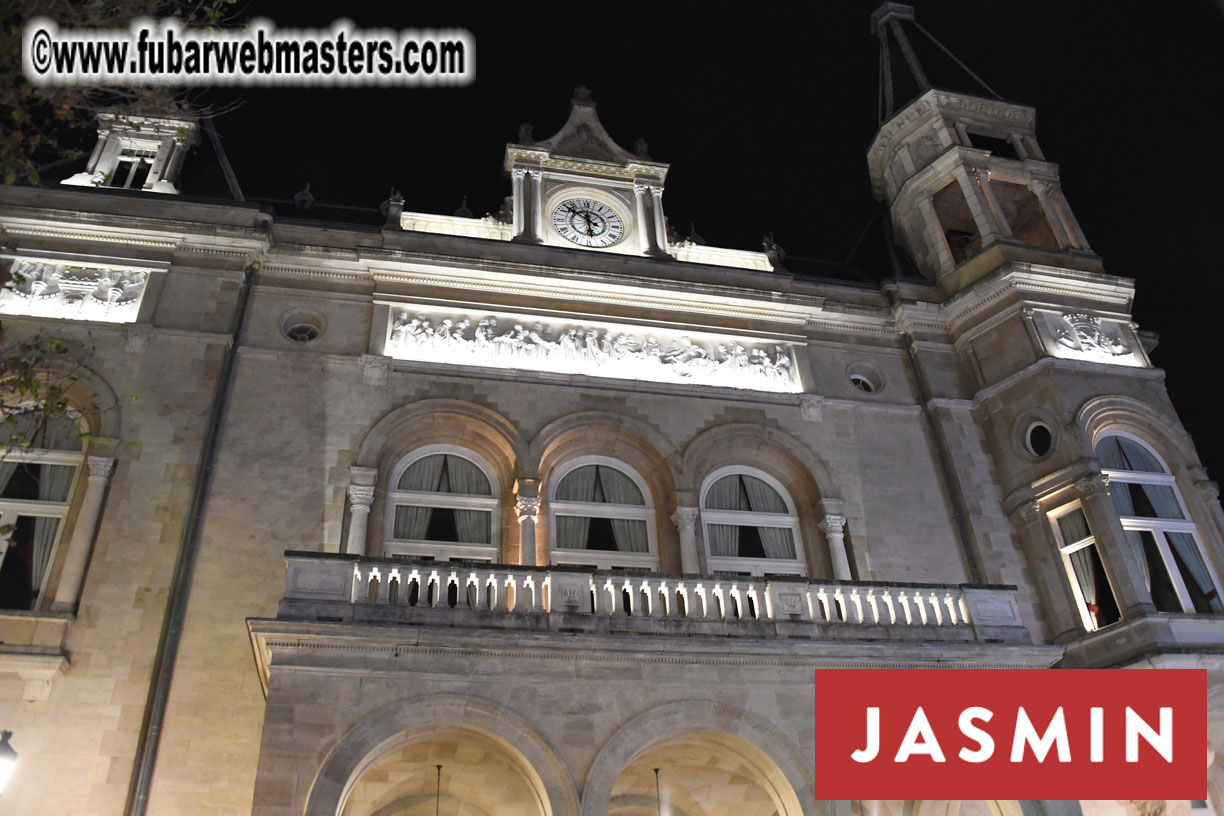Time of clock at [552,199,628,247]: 5:51
